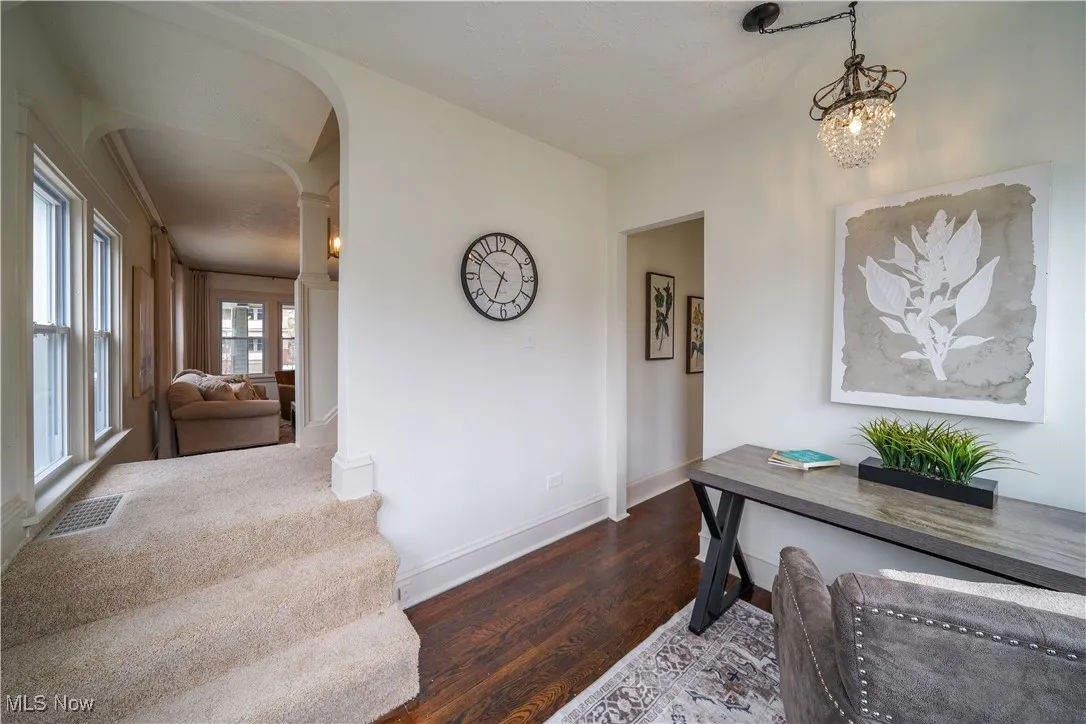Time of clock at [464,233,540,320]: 6:51
